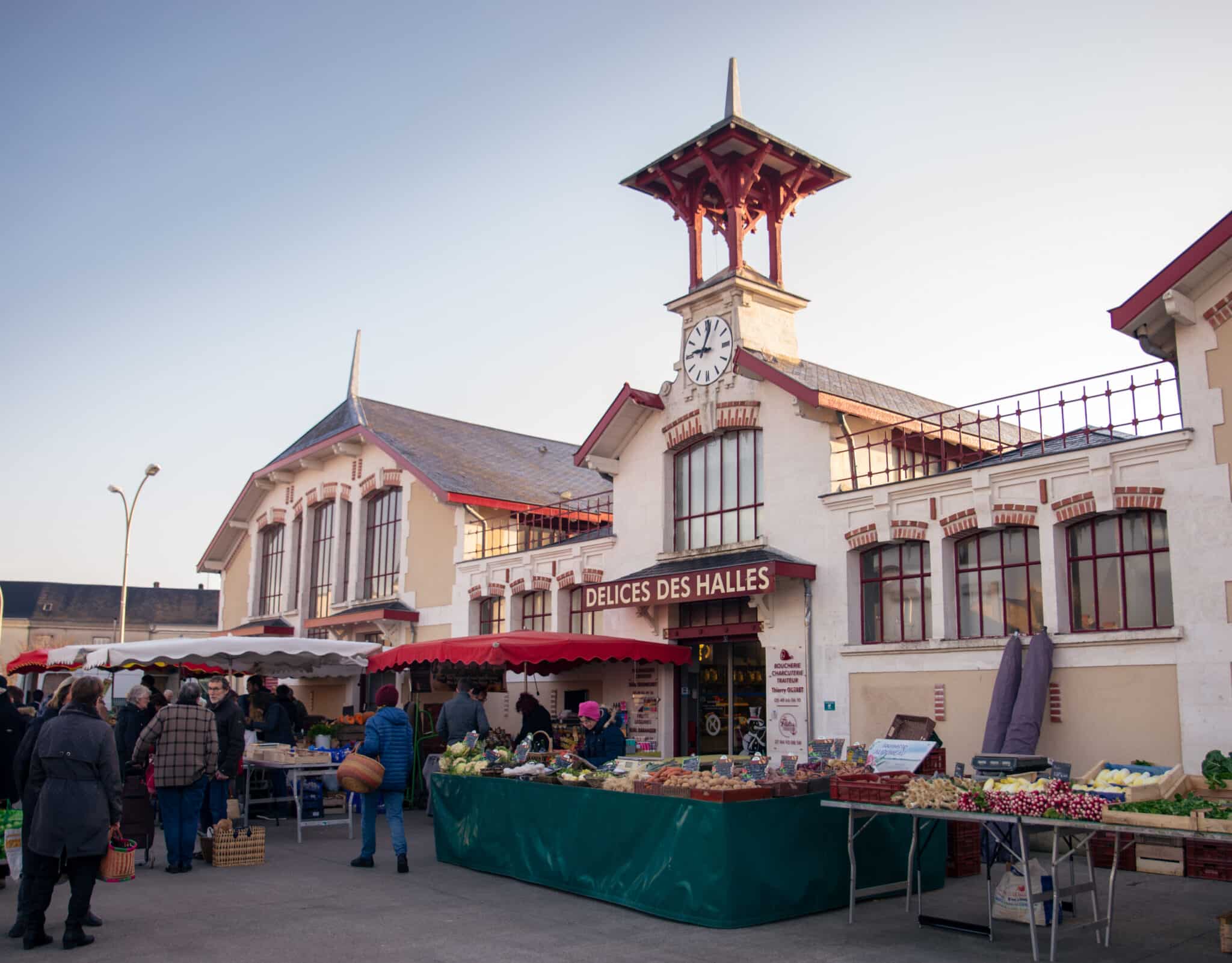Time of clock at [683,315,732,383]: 9:02
